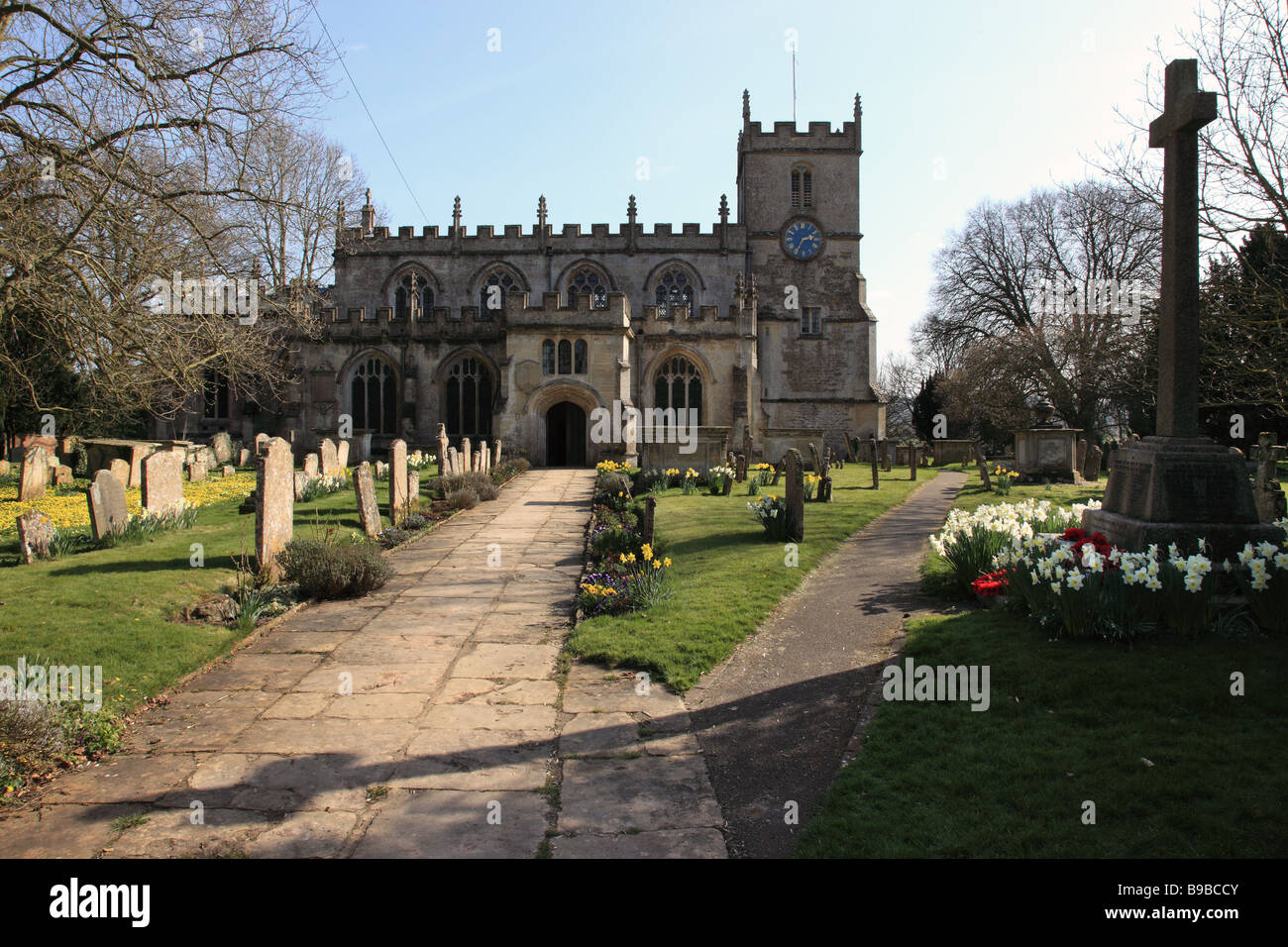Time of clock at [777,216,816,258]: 2:34
